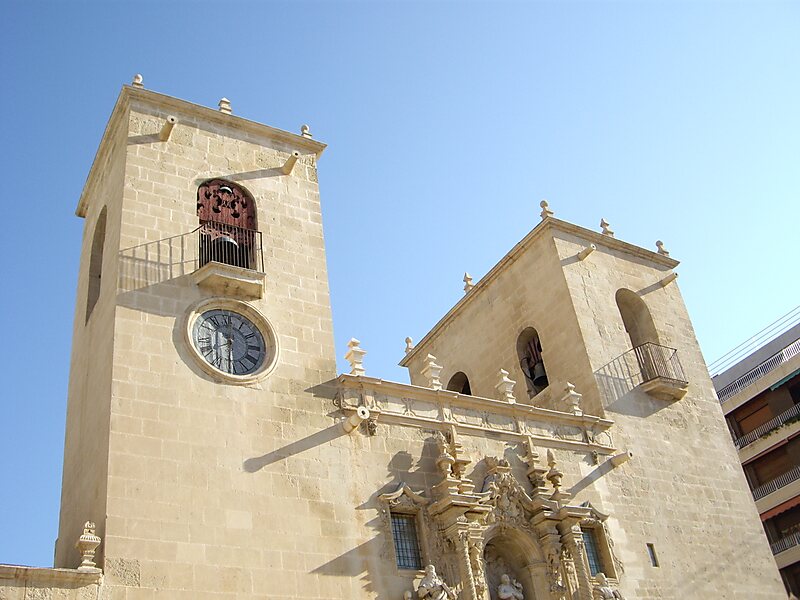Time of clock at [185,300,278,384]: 10:30
